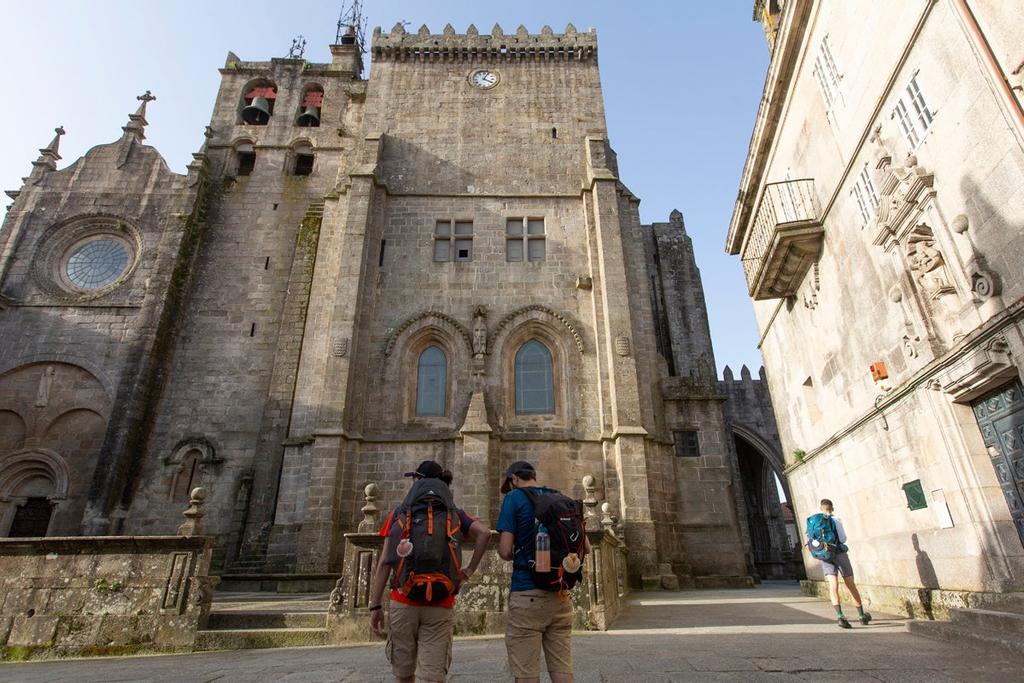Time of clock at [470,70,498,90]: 4:04
